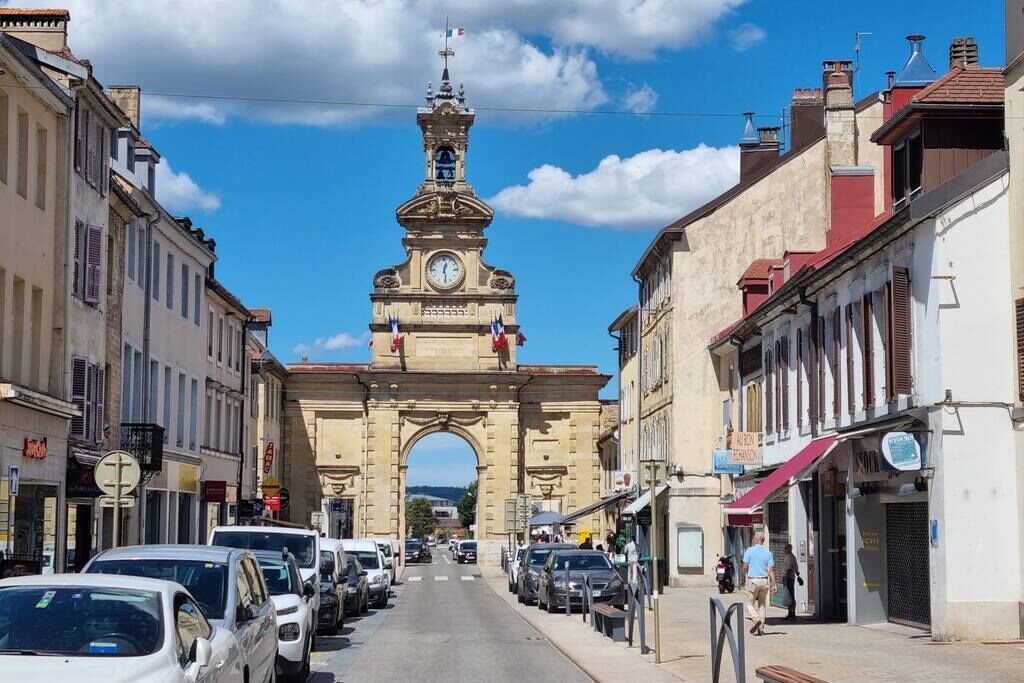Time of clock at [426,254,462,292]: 12:28
